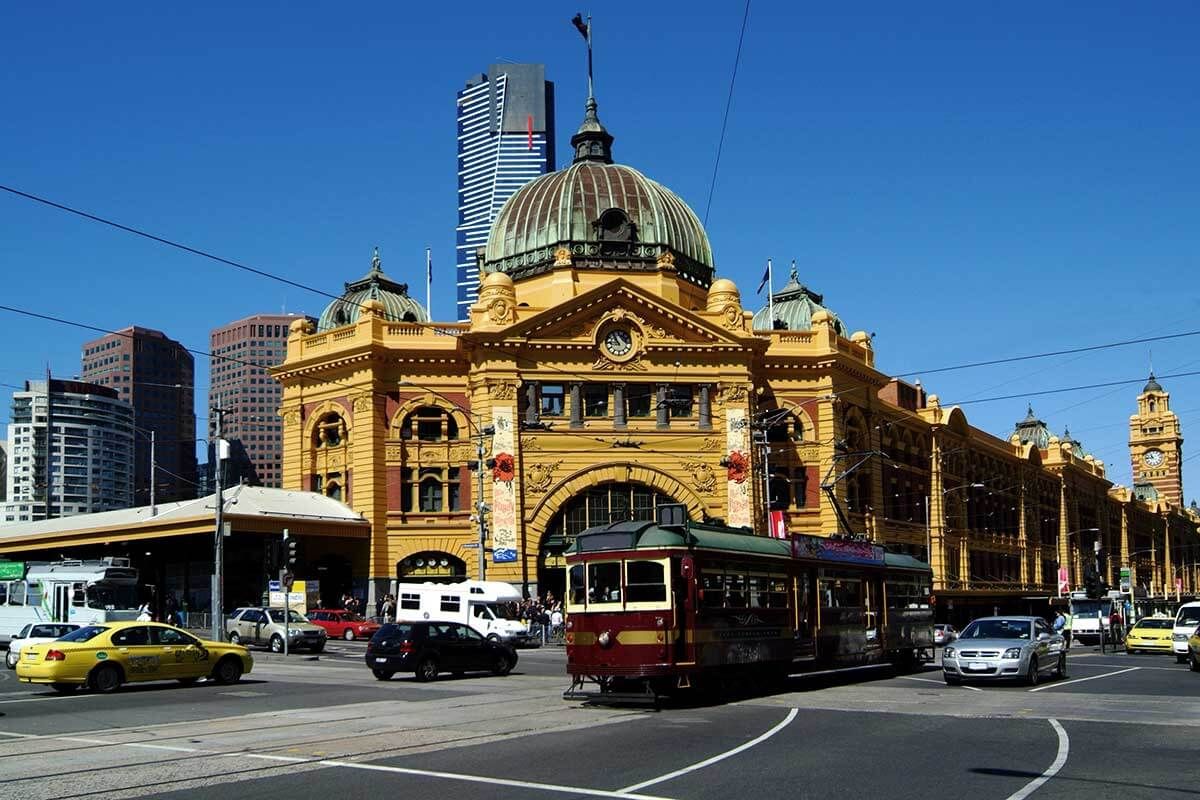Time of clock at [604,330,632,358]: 10:45
